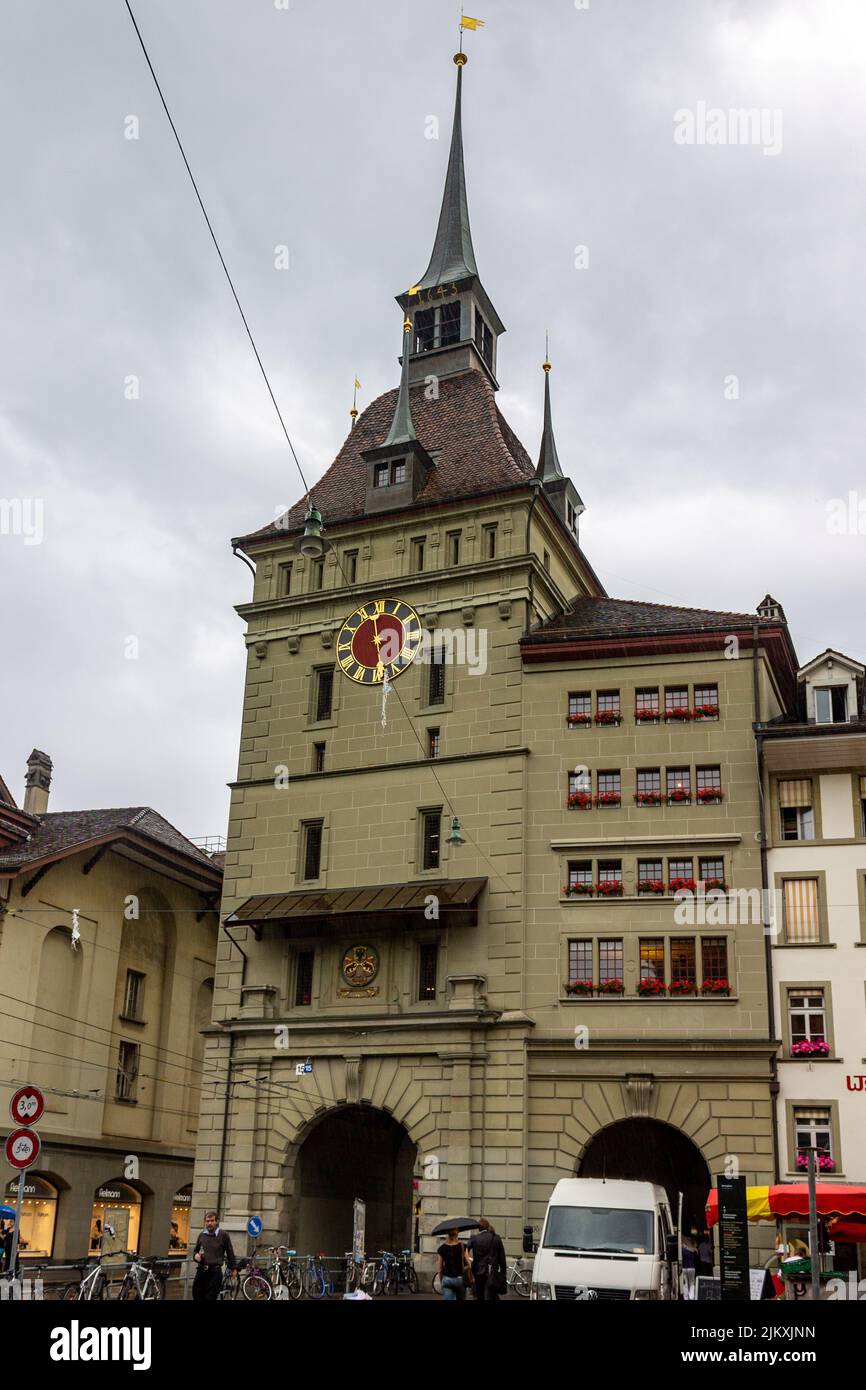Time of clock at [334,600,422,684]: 5:58
